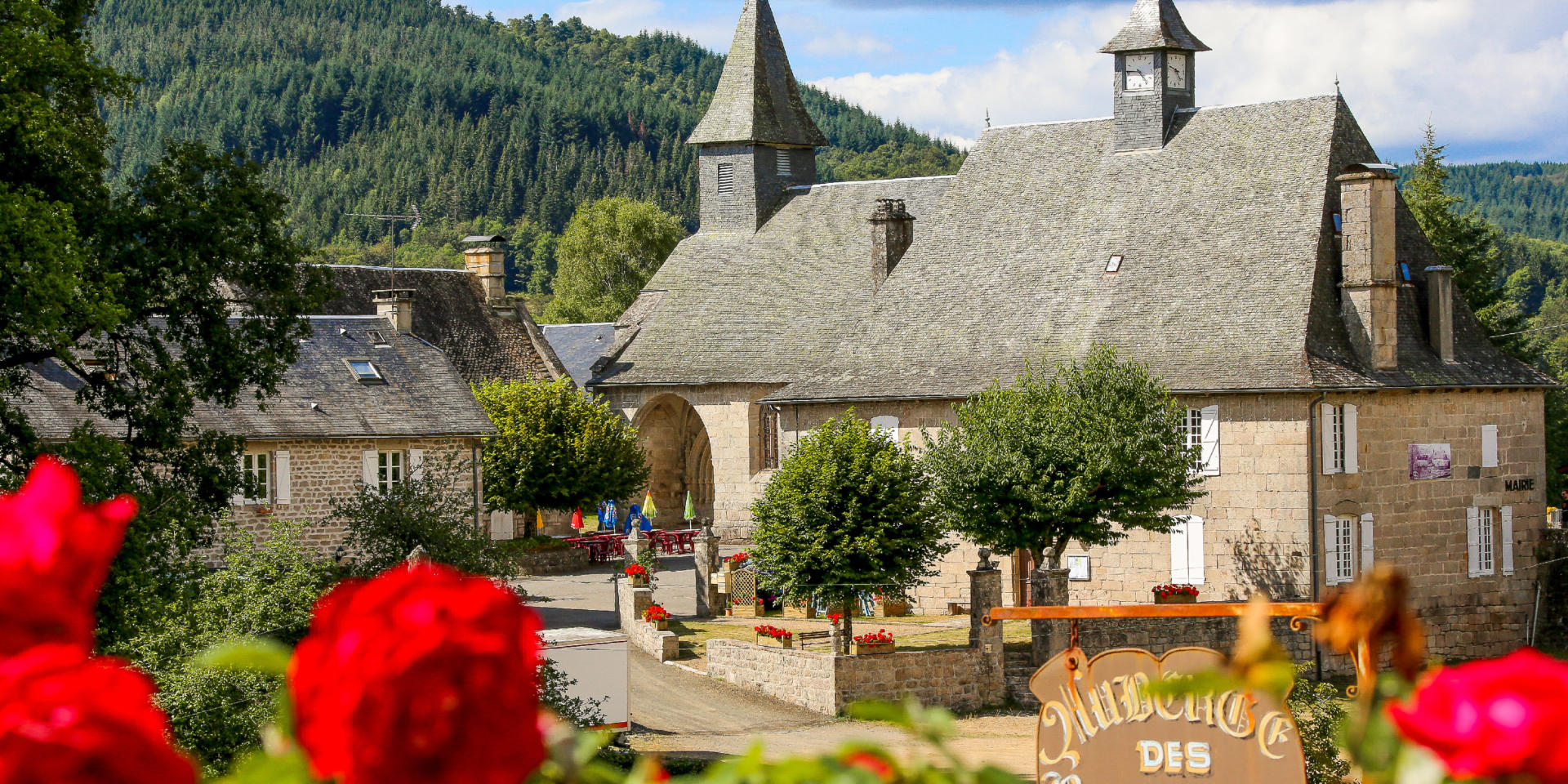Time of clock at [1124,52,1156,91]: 4:46
